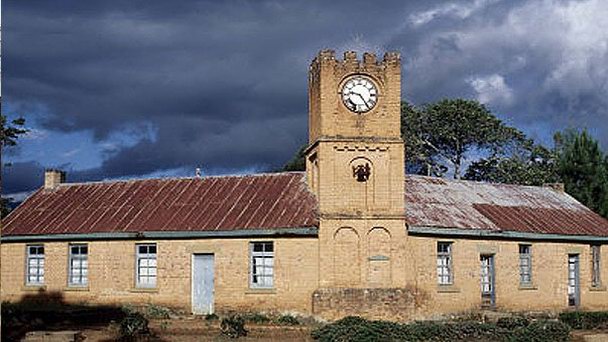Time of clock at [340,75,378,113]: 9:24
